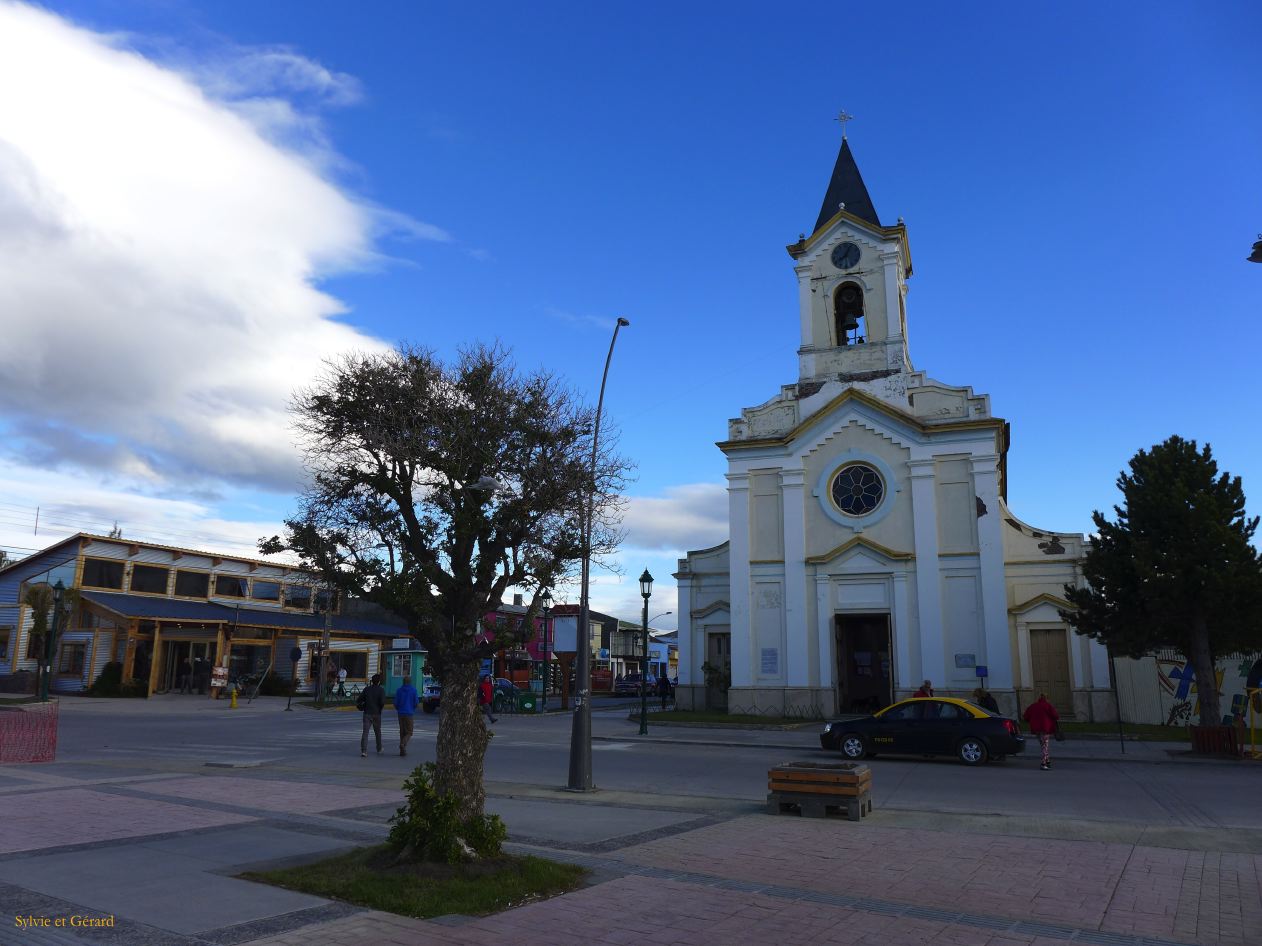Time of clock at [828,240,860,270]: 8:03
